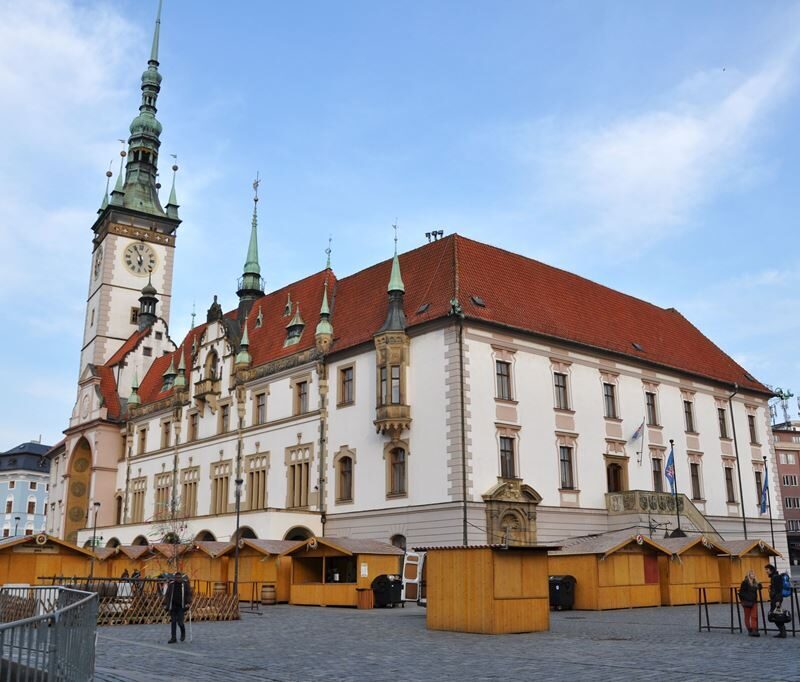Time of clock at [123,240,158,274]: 5:55
